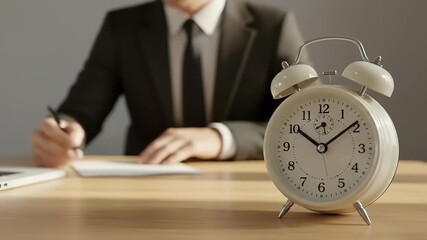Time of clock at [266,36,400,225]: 10:08
